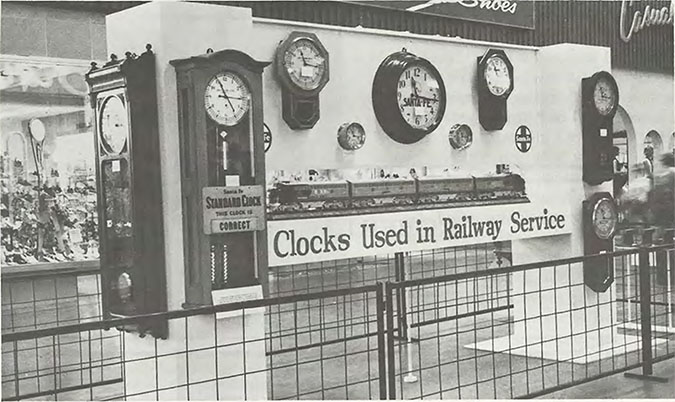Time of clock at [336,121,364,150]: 11:17
